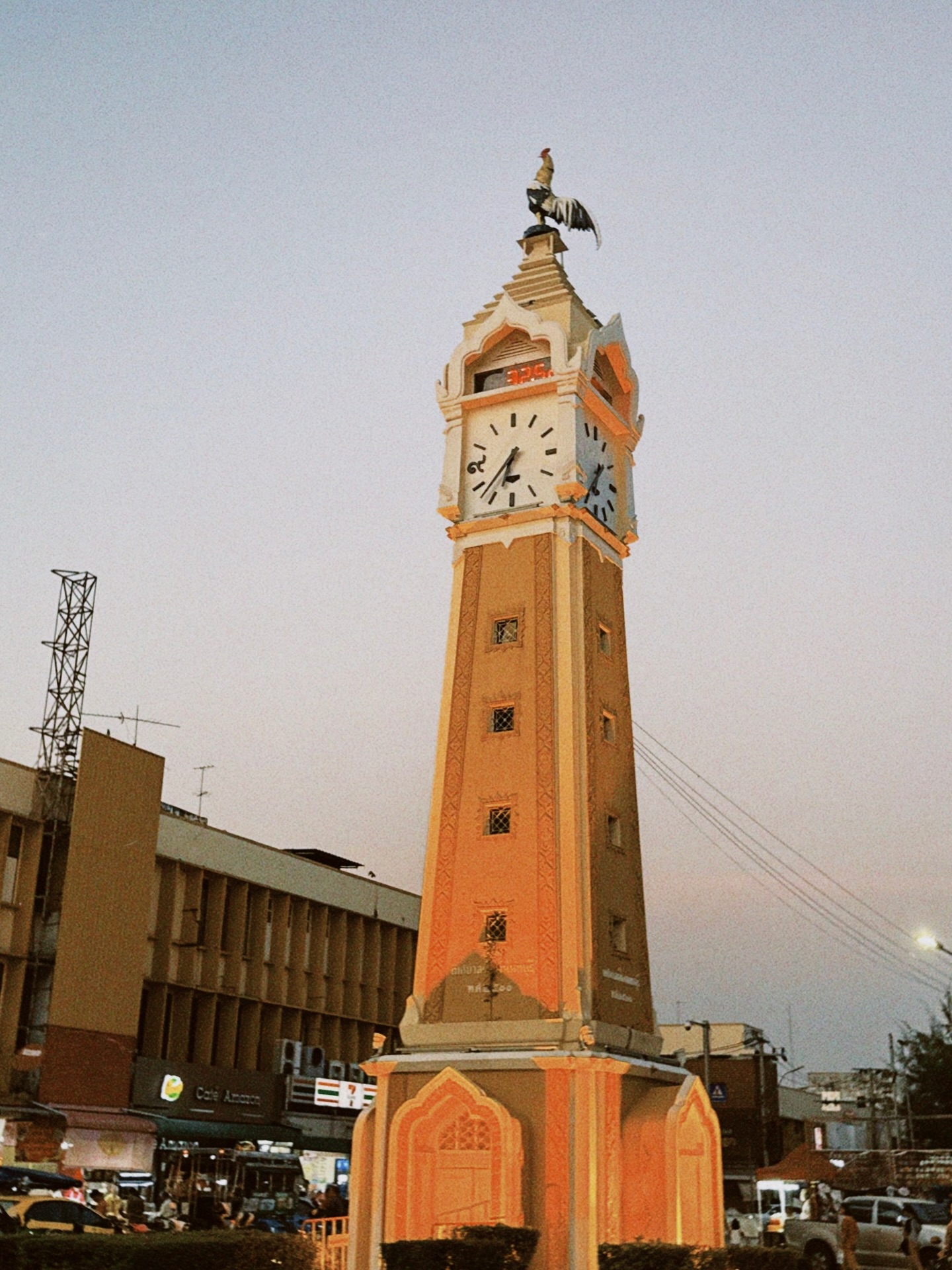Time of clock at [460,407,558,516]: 6:37
